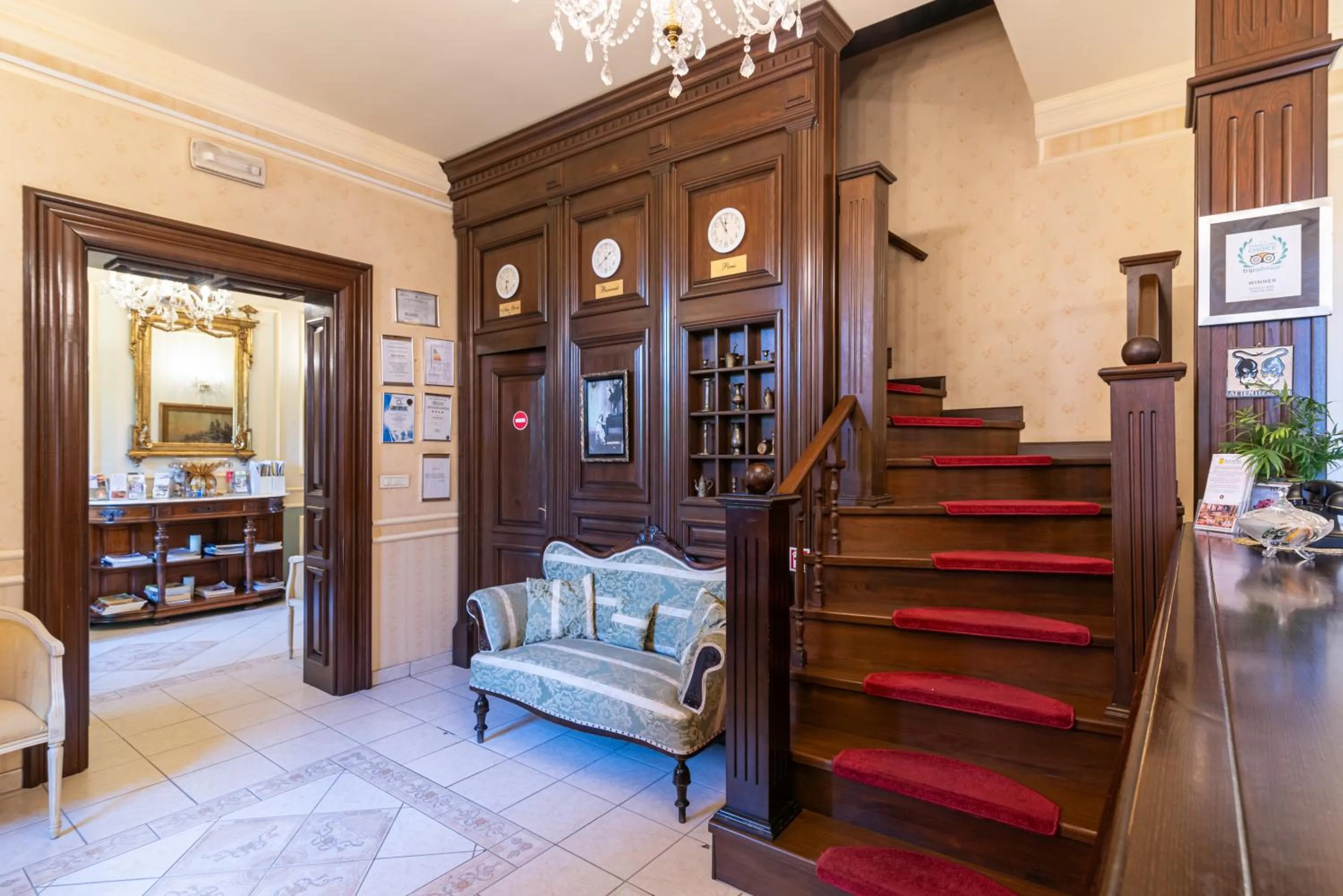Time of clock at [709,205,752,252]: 11:55
